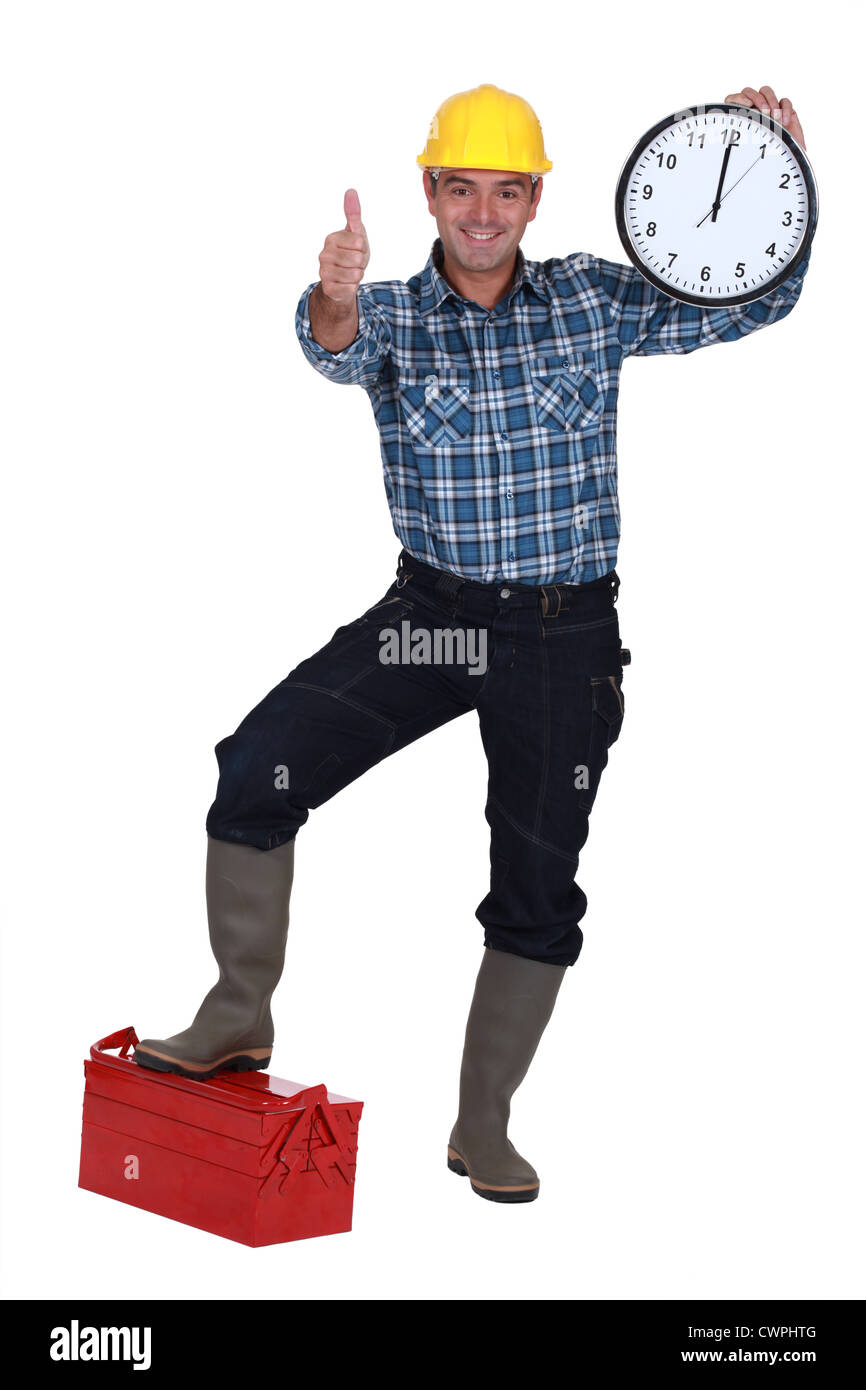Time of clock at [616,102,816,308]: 12:00
